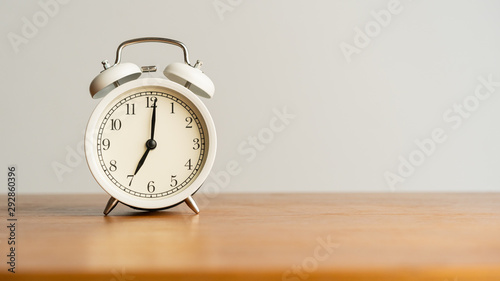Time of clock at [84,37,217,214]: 7:01
